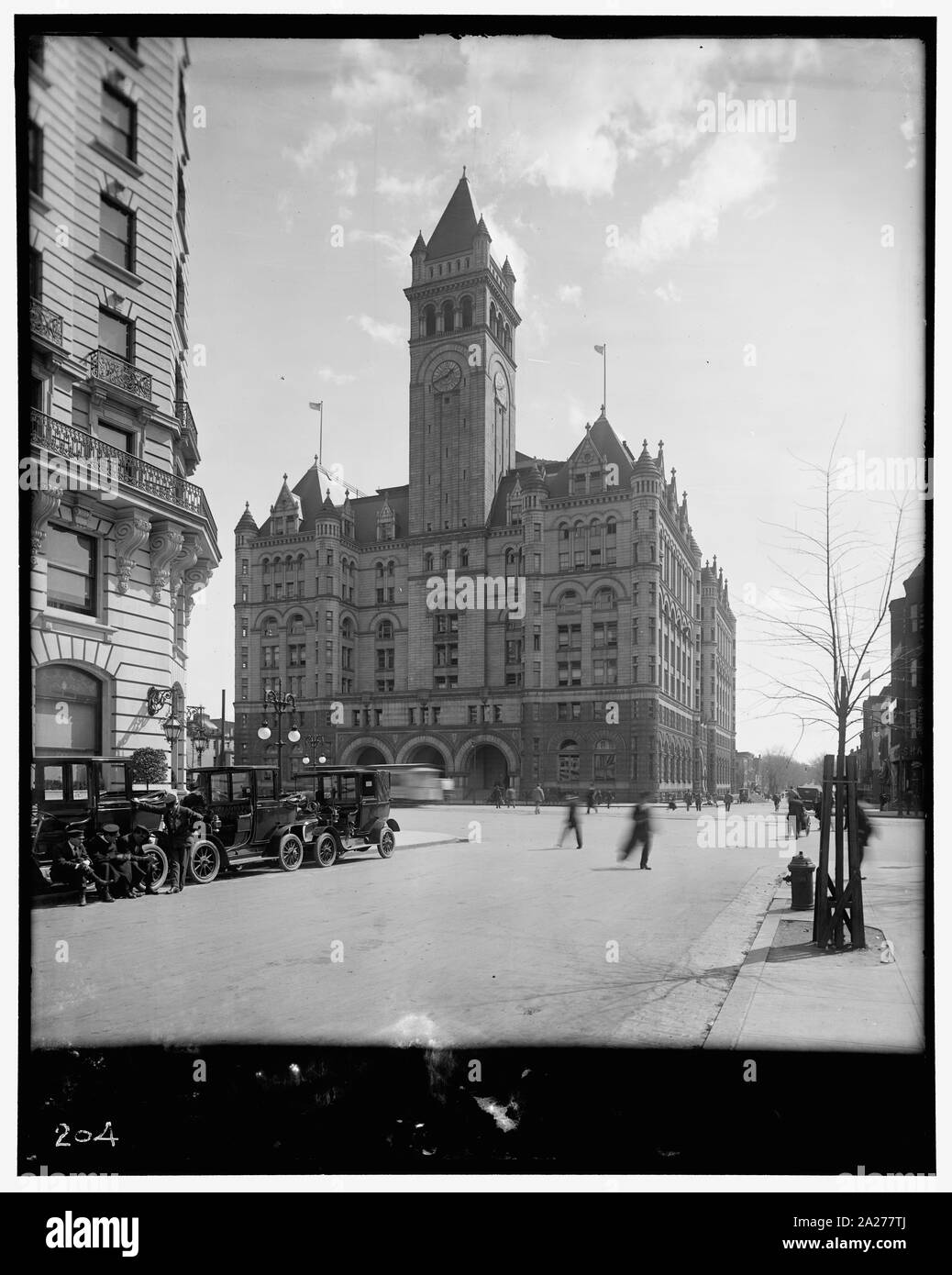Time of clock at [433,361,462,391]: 1:41
